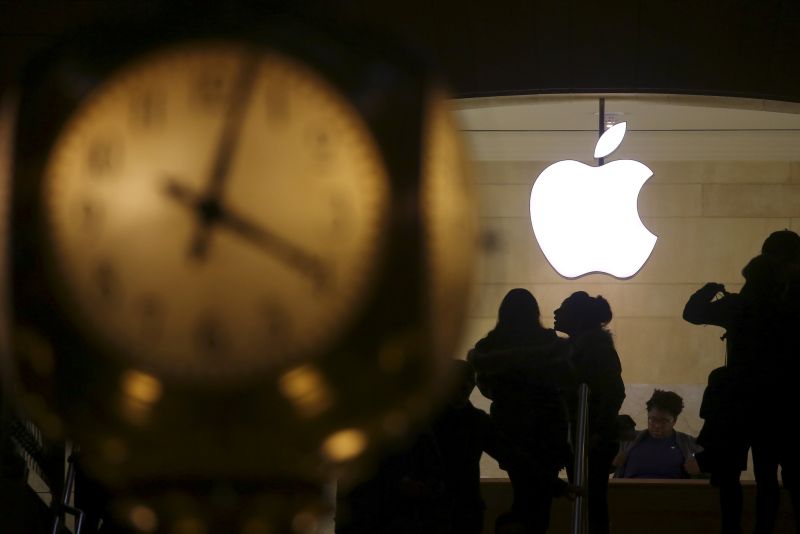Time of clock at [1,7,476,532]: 4:02
